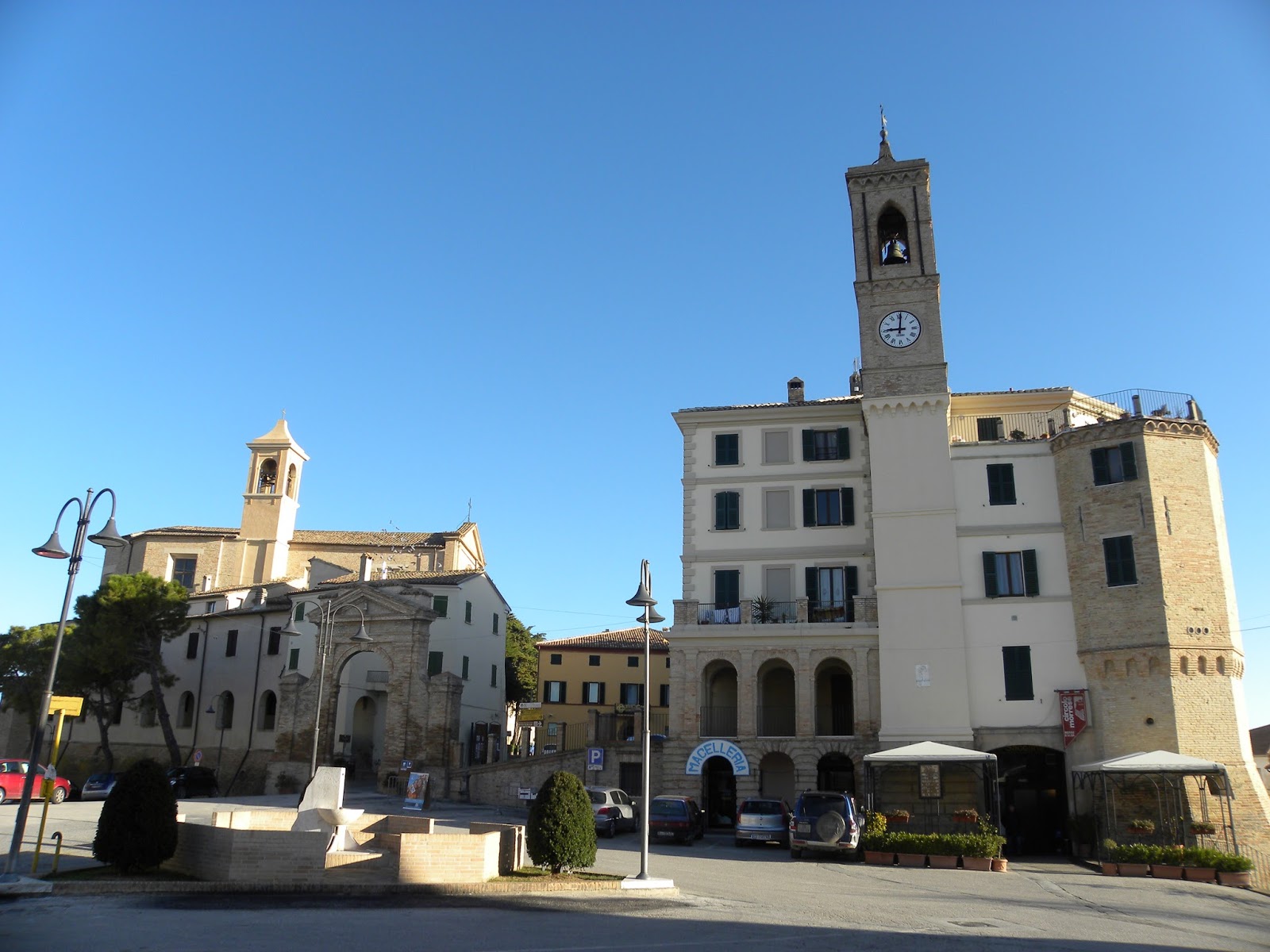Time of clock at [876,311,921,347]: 9:01
